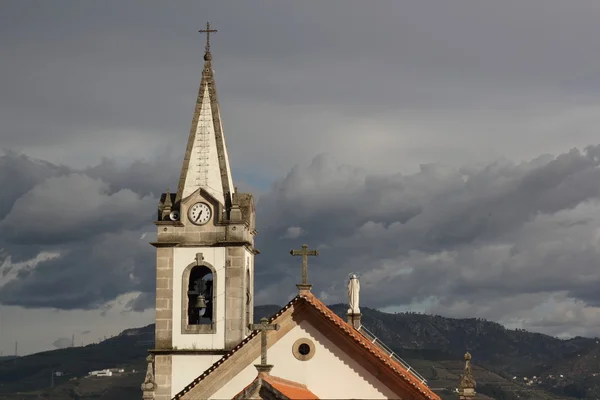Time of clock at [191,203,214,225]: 6:34
